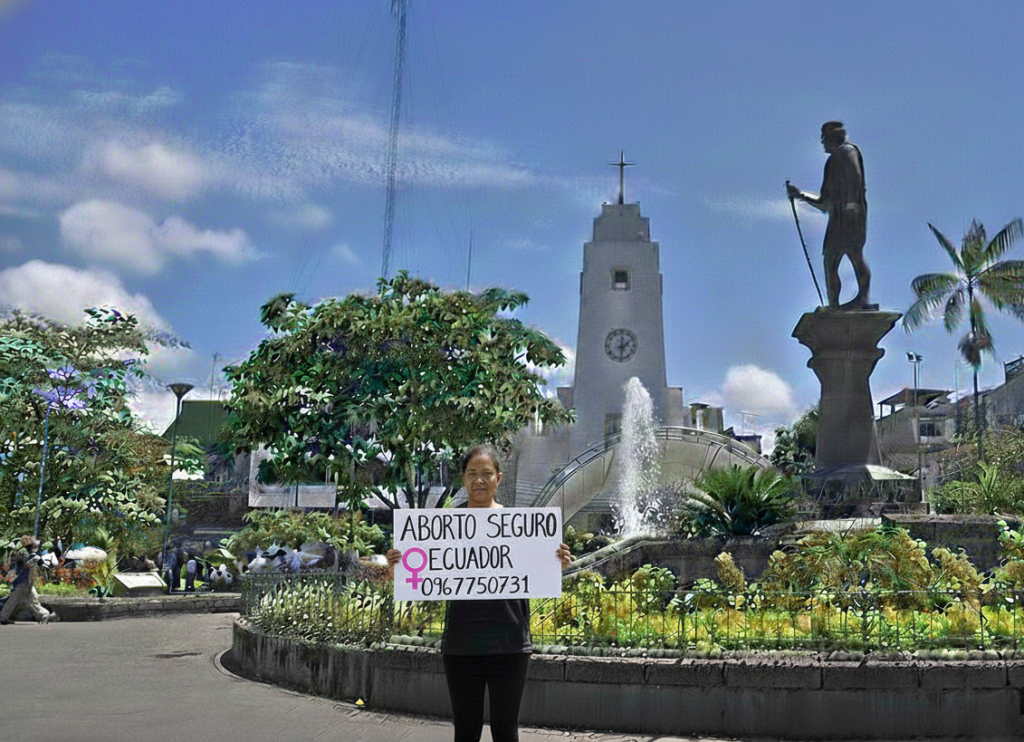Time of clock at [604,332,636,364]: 12:09
